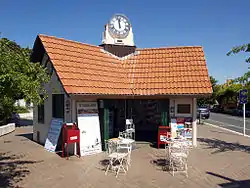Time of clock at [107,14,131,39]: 11:57
